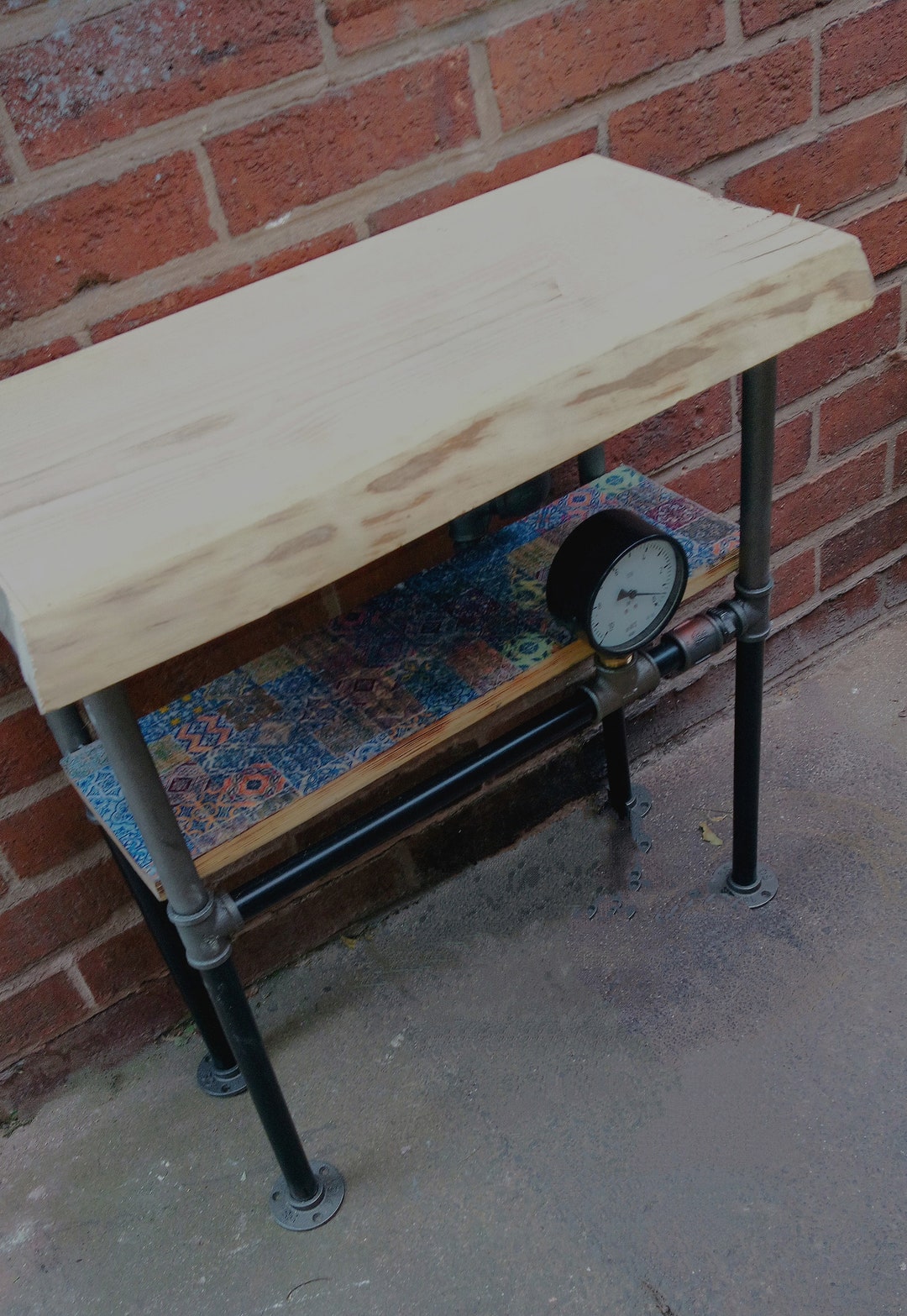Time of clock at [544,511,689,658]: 9:17
